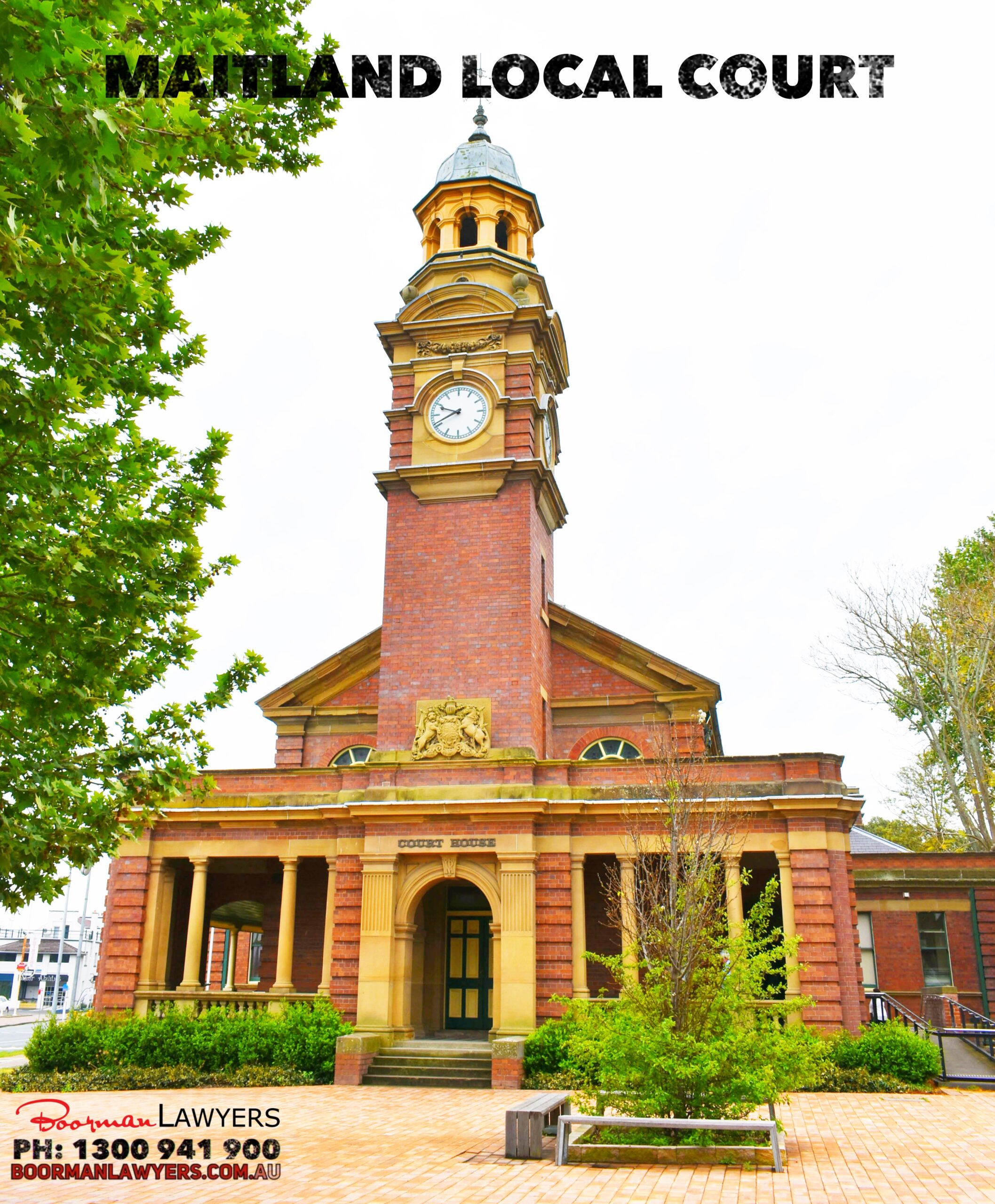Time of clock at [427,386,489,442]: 9:41
